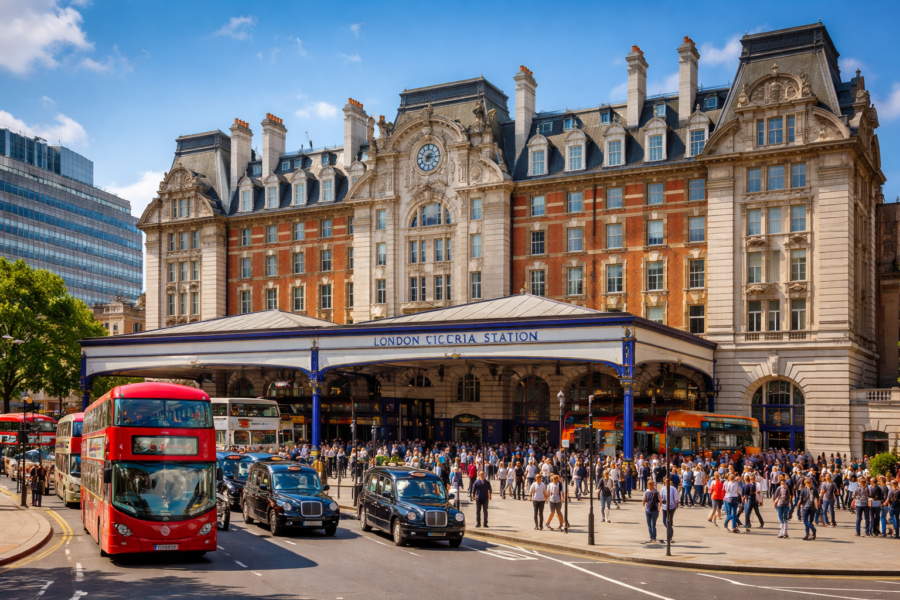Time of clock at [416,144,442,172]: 7:15
